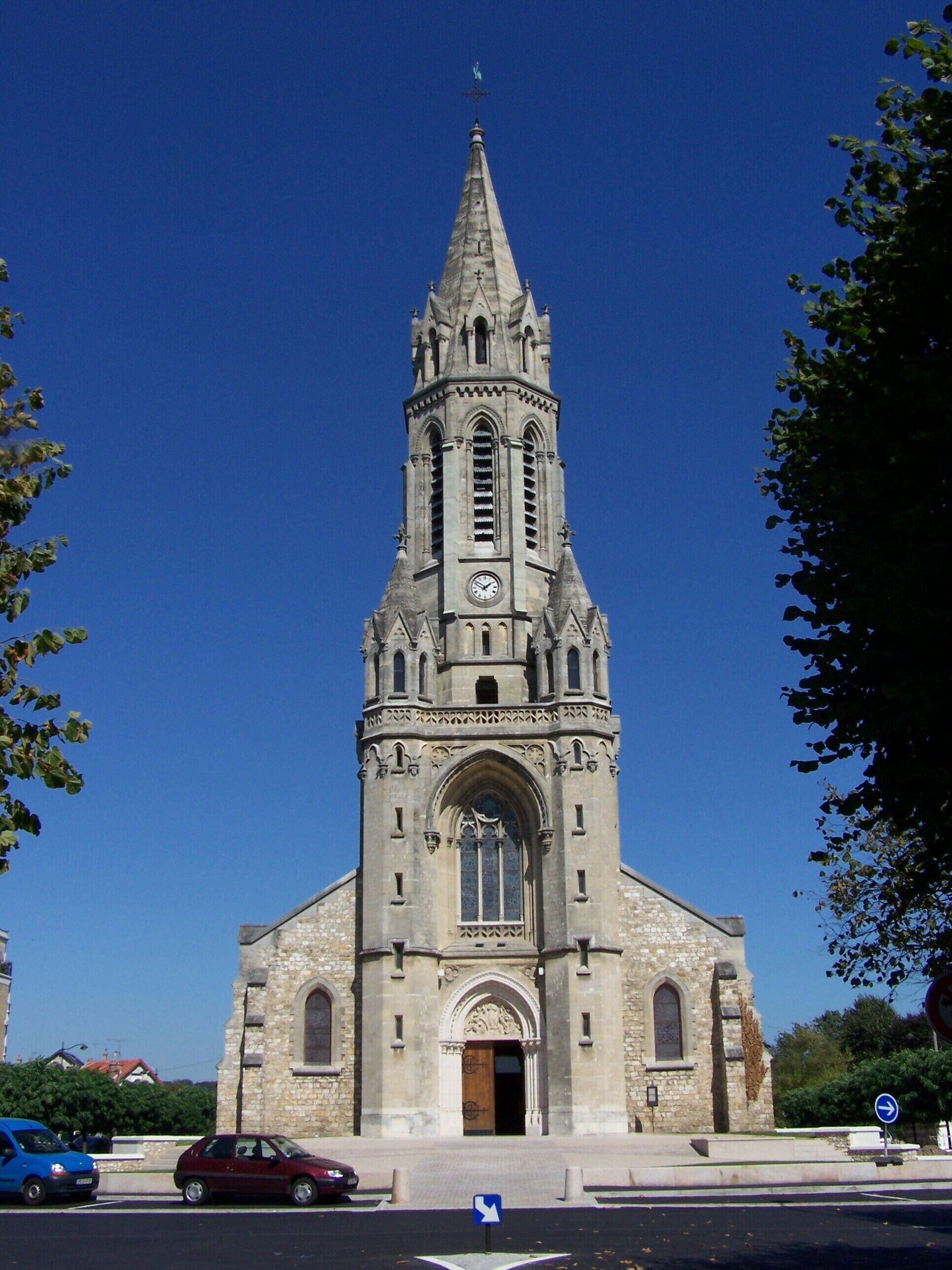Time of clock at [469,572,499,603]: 1:50
